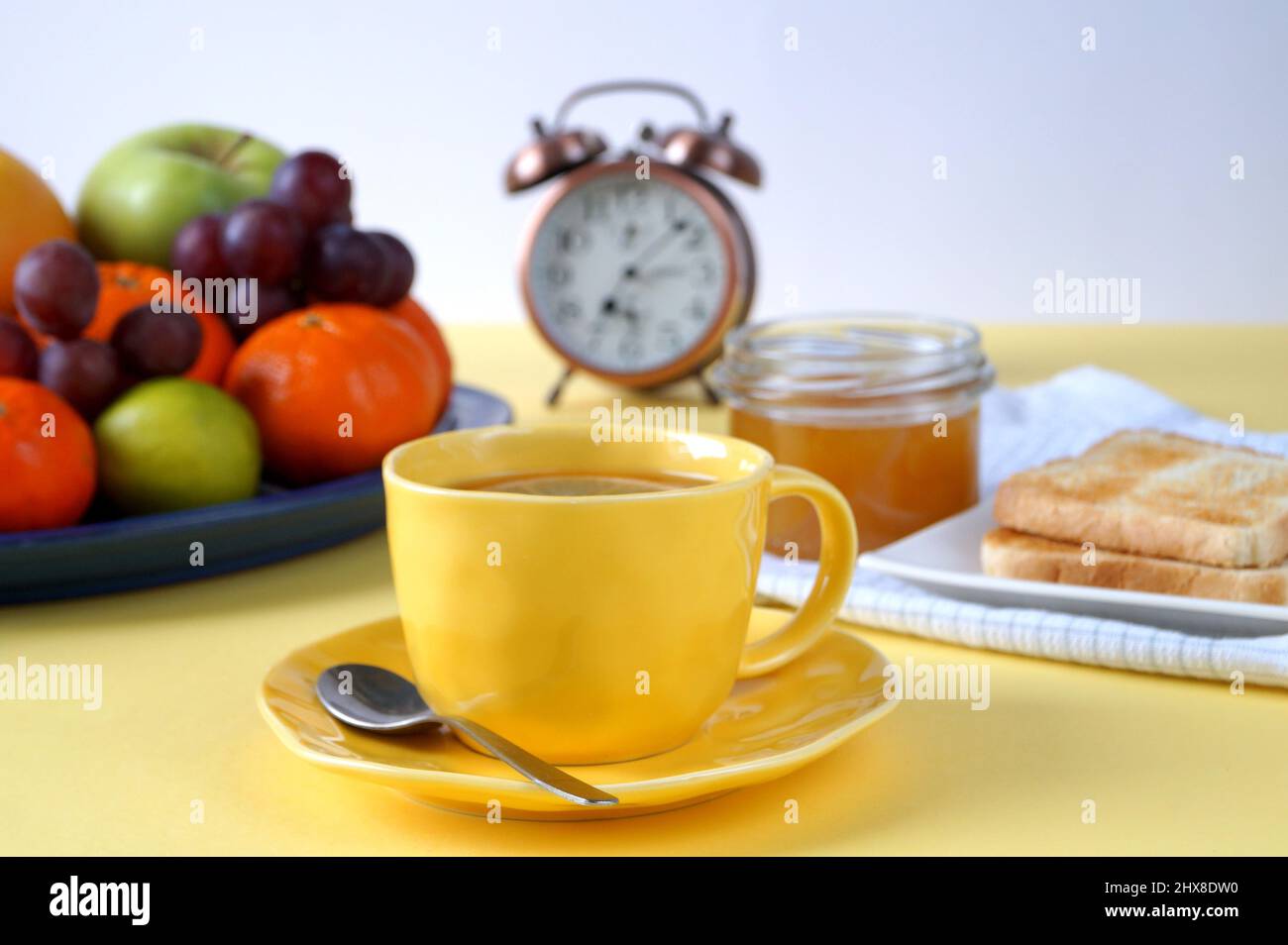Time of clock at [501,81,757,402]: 7:07
